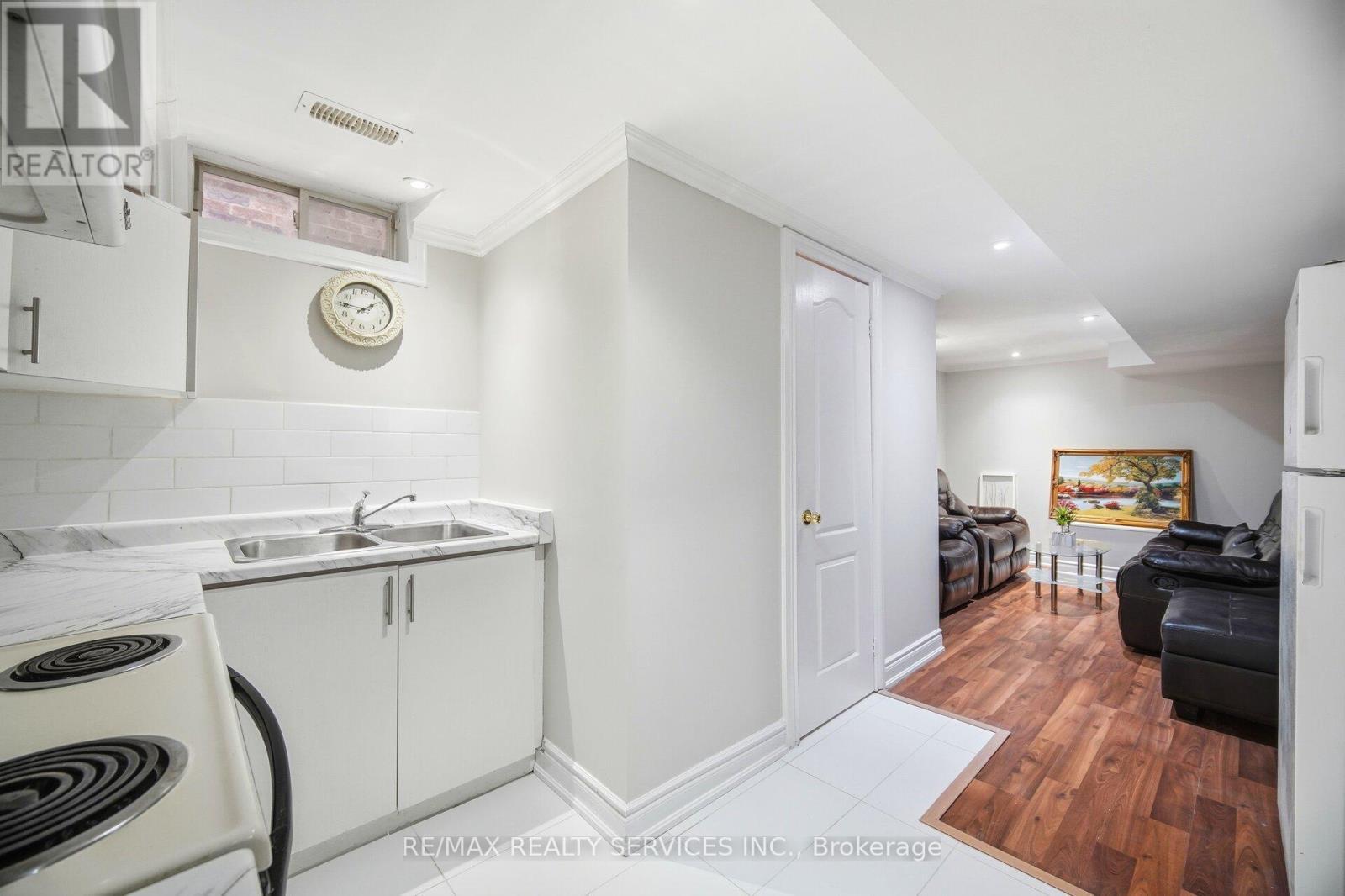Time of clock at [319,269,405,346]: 1:45
